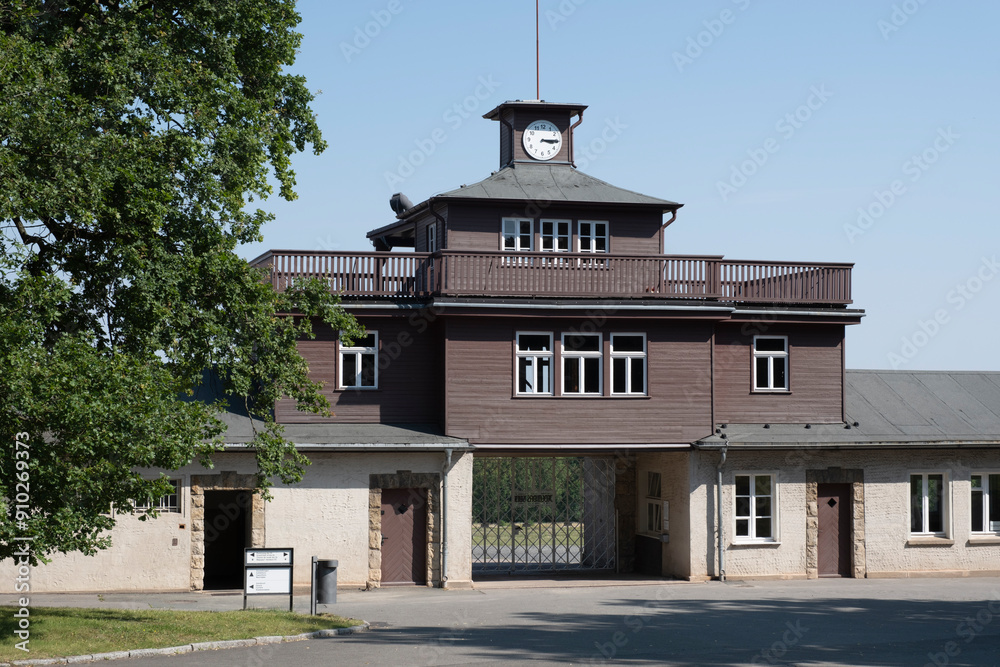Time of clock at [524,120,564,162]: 3:14
